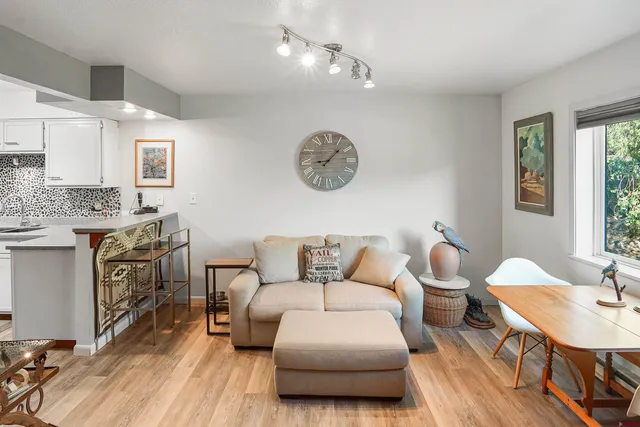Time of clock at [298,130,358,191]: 9:07
